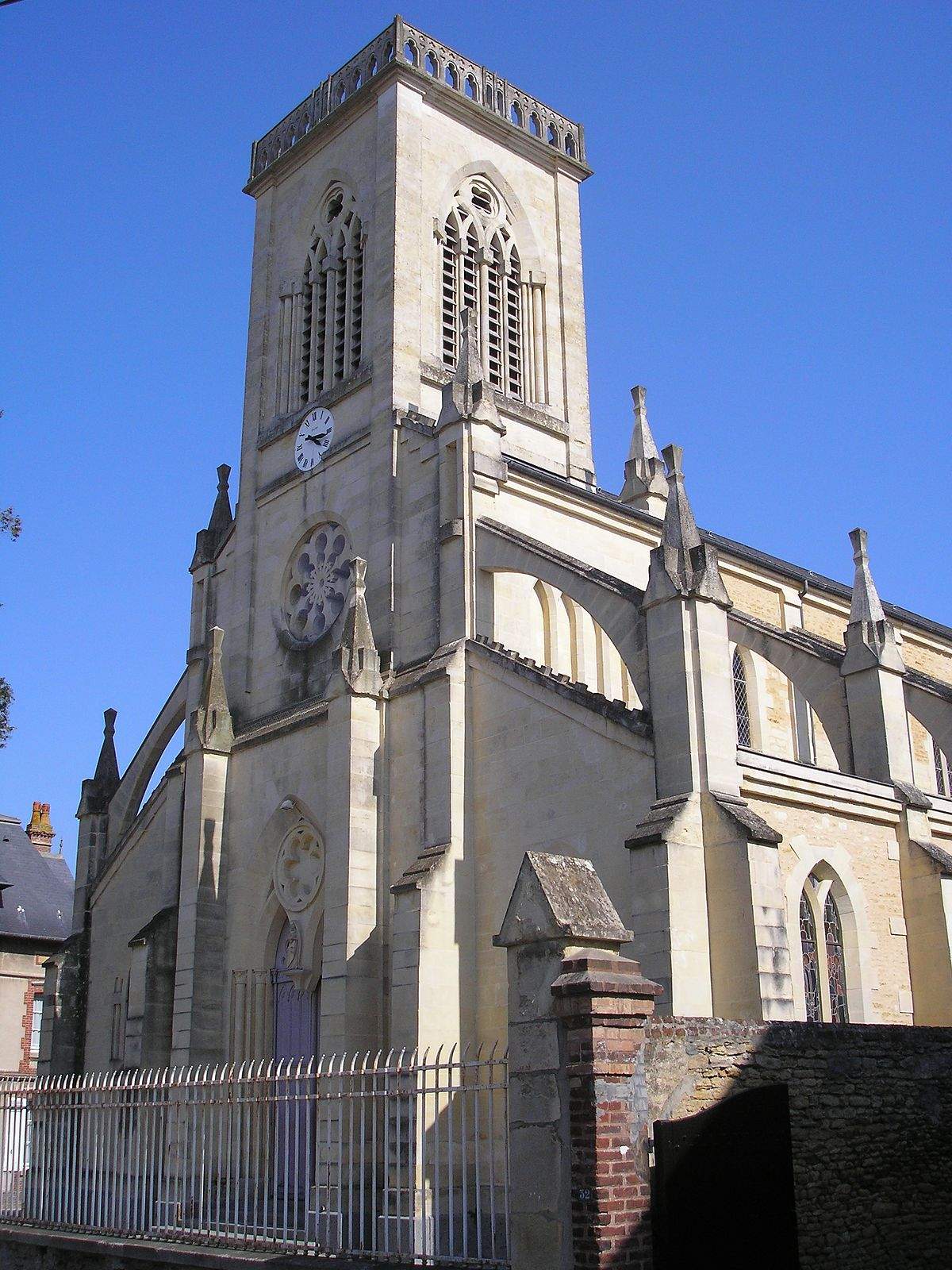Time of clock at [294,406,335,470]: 4:16
